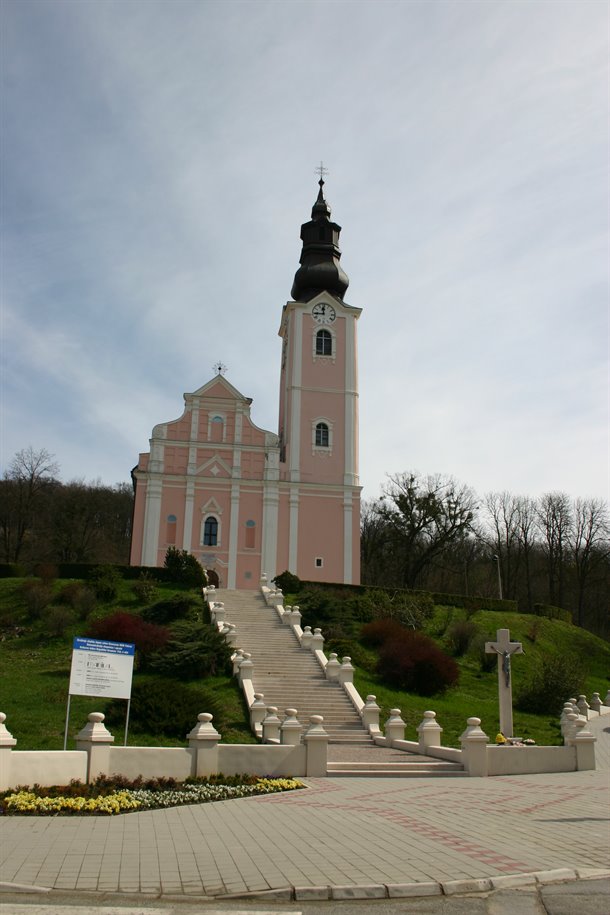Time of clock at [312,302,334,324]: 11:44
